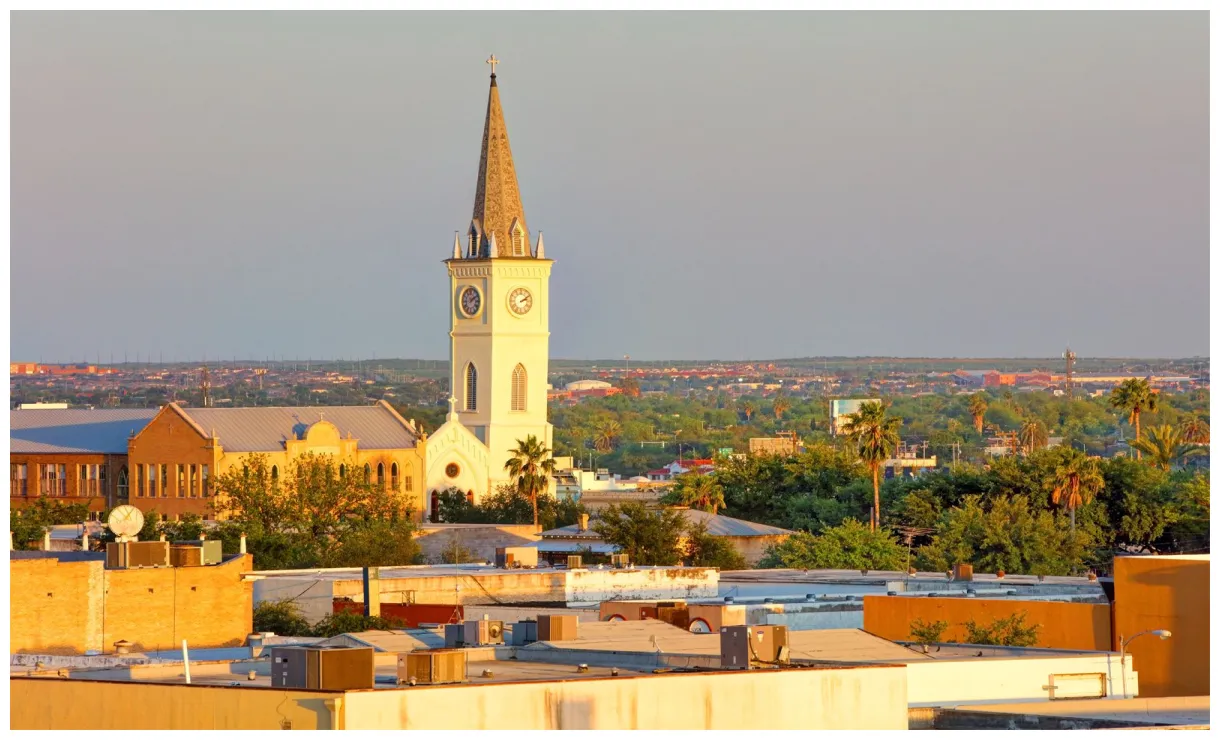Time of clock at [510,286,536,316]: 2:09
